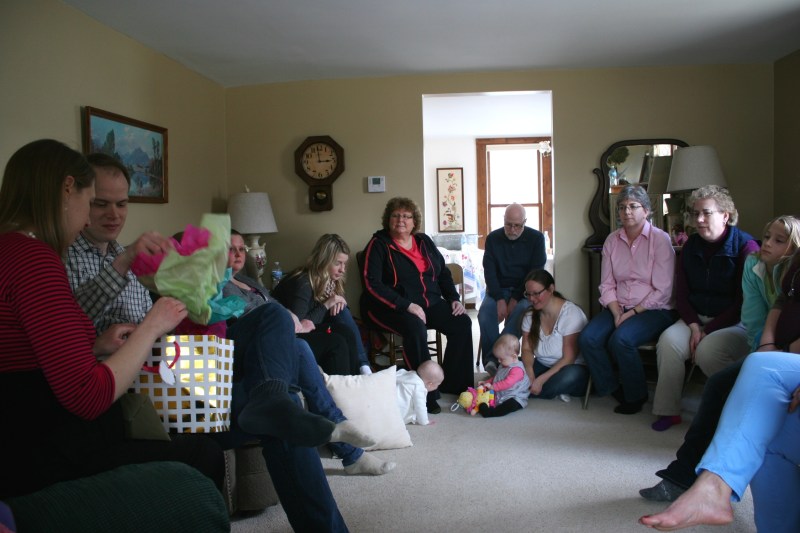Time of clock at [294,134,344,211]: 2:59
